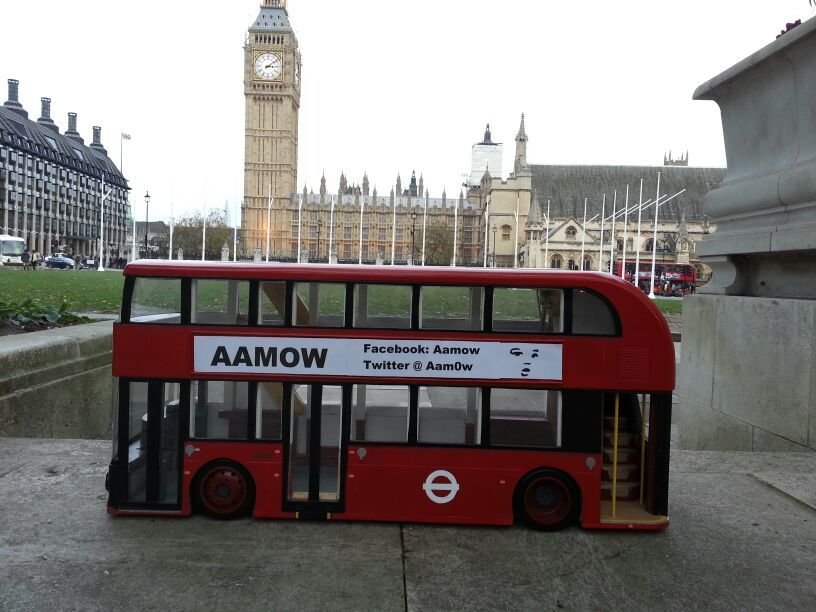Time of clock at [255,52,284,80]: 3:09
